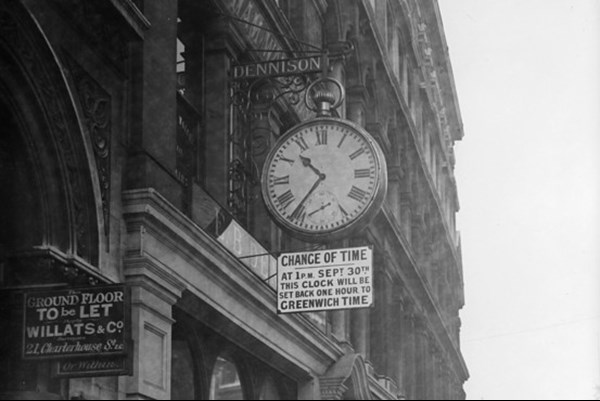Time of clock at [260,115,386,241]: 10:36
